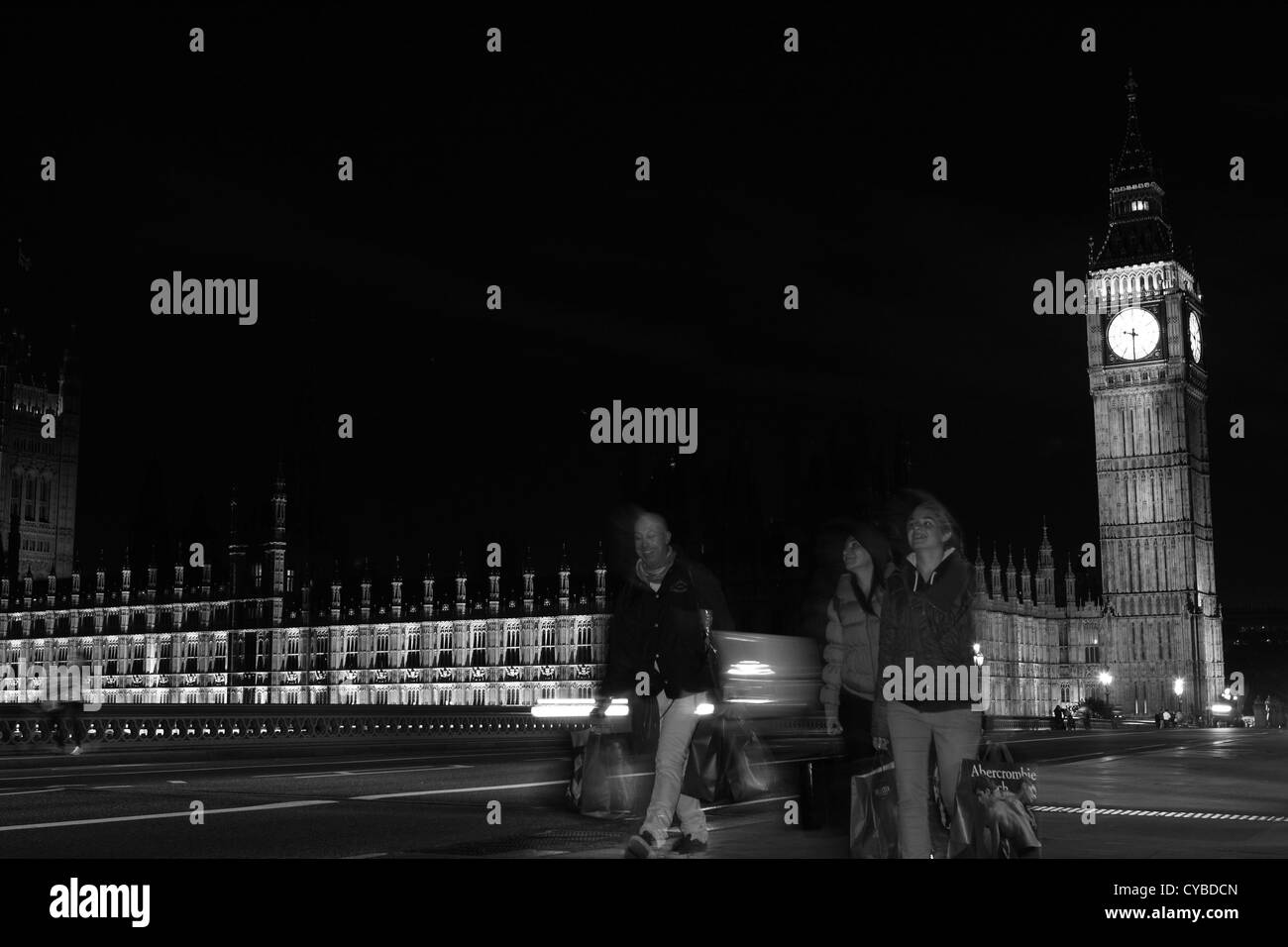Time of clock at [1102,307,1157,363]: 9:30
